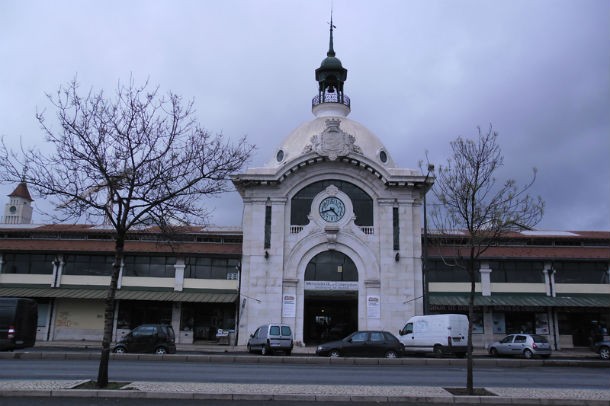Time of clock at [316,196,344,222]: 4:42
